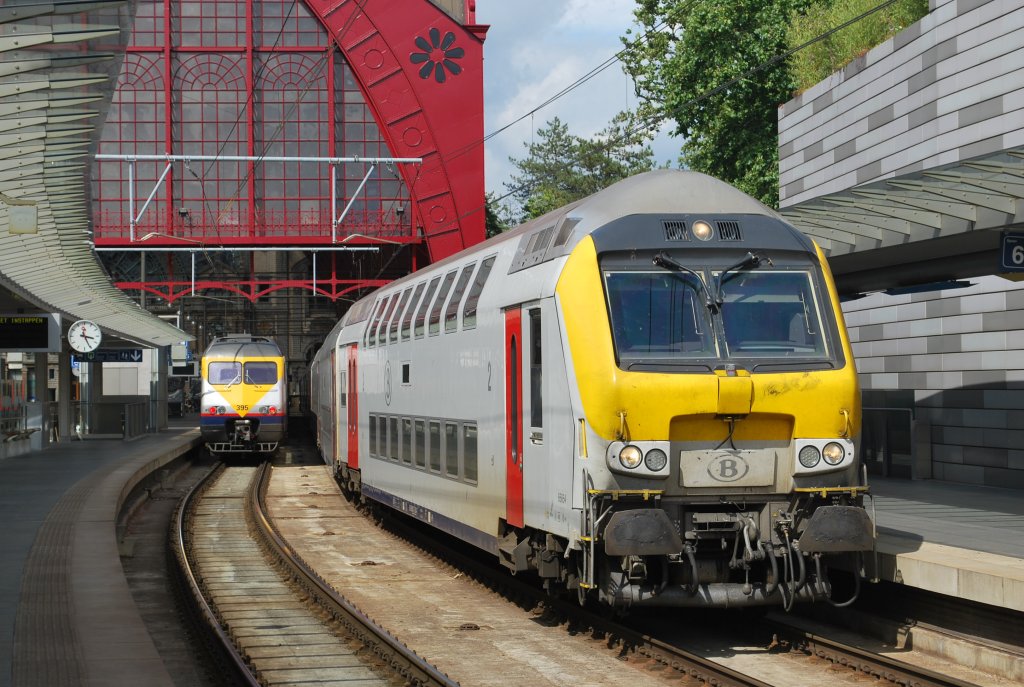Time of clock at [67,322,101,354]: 3:25
